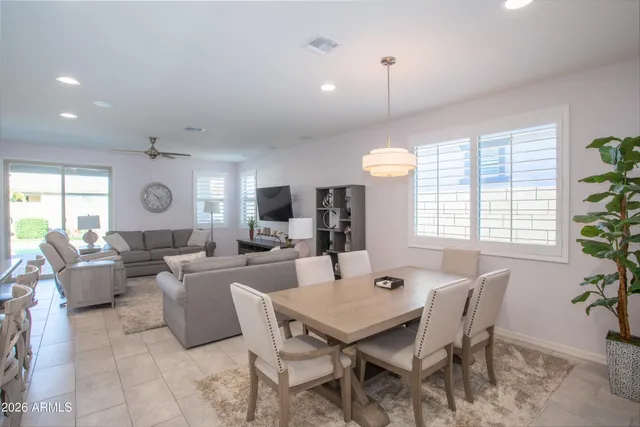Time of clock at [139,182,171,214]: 10:25
